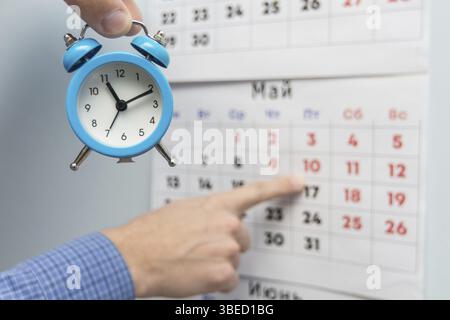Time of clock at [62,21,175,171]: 11:11
